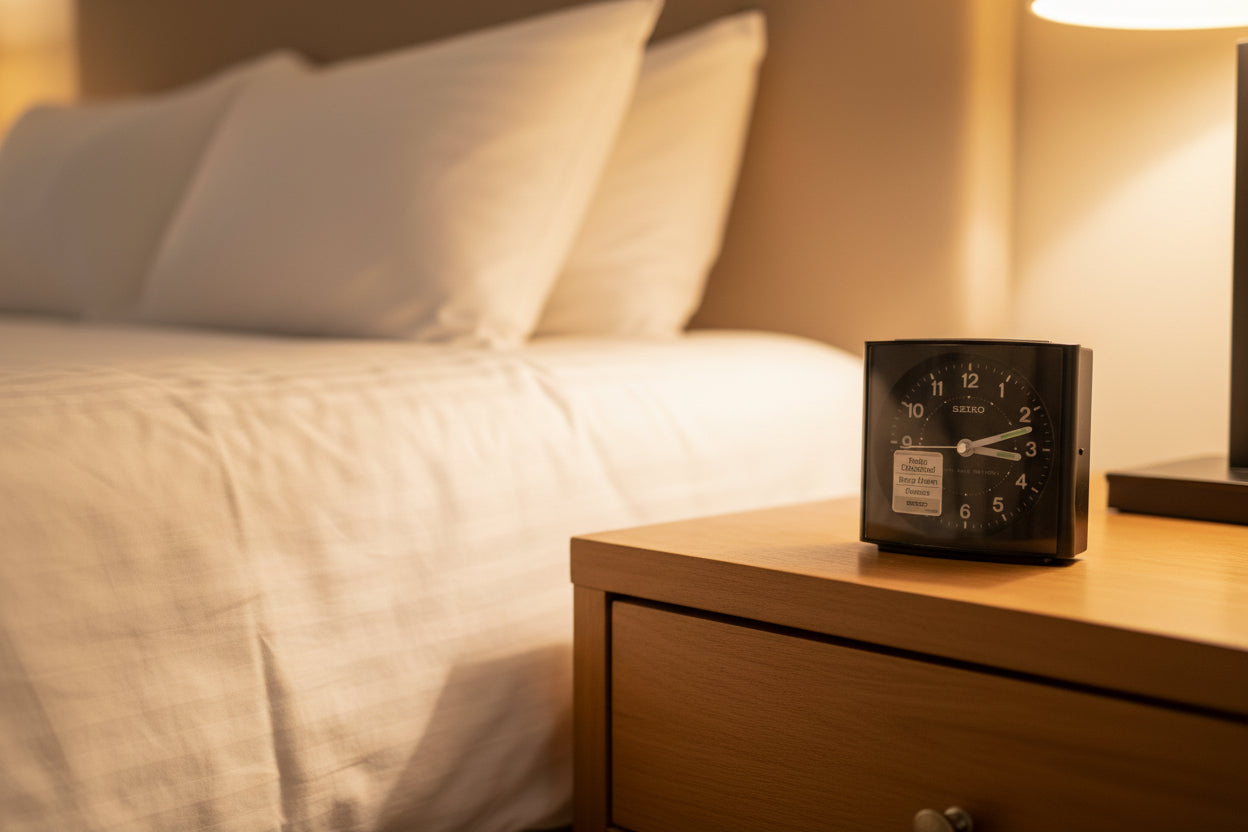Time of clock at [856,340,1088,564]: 3:12
